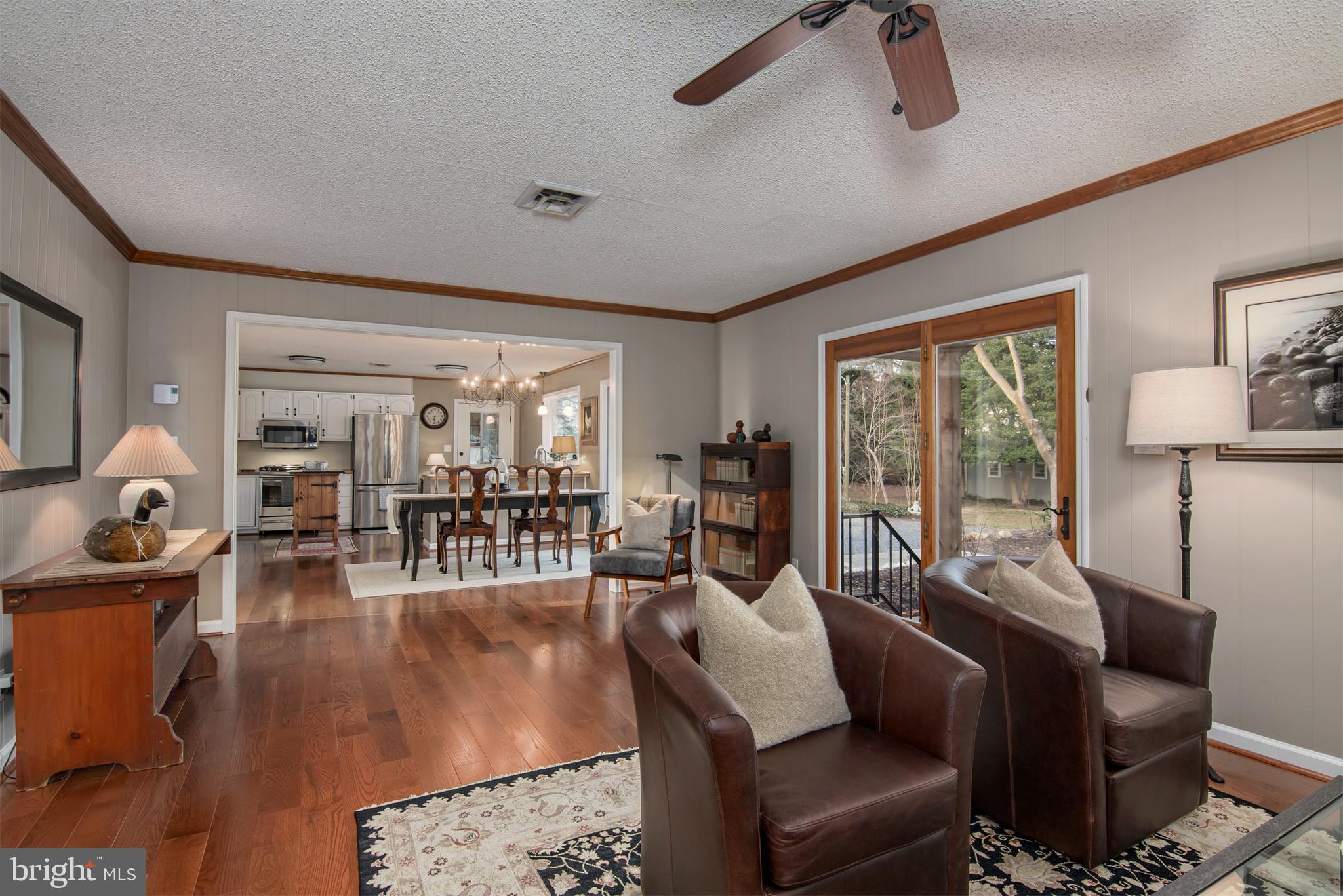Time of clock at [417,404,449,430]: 6:14
